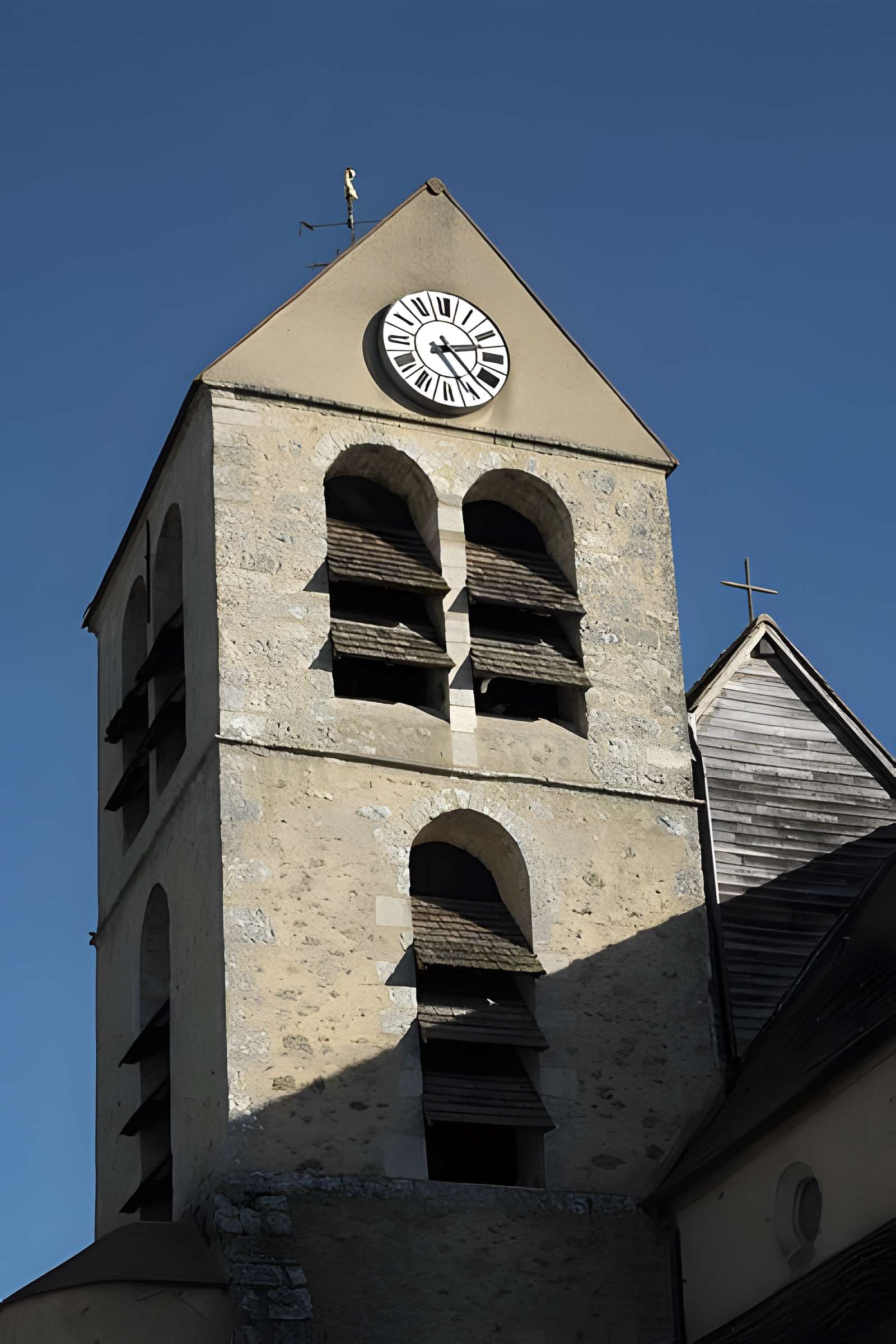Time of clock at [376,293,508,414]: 2:23
